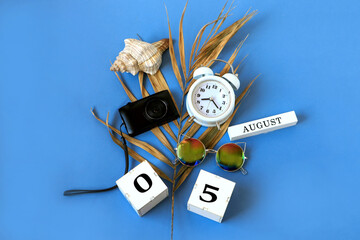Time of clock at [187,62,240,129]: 8:20
